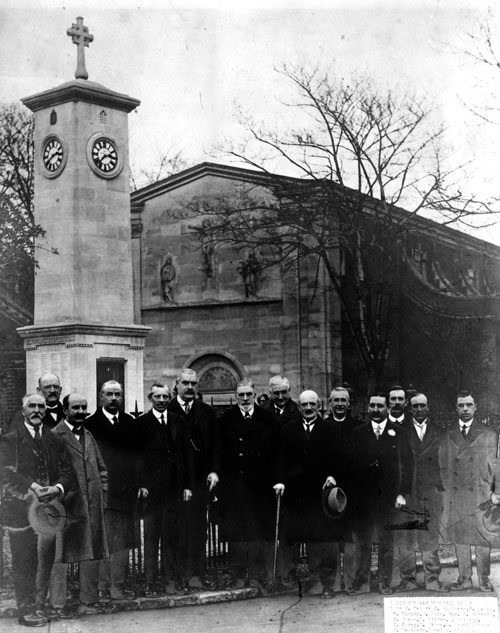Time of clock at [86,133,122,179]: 2:37
